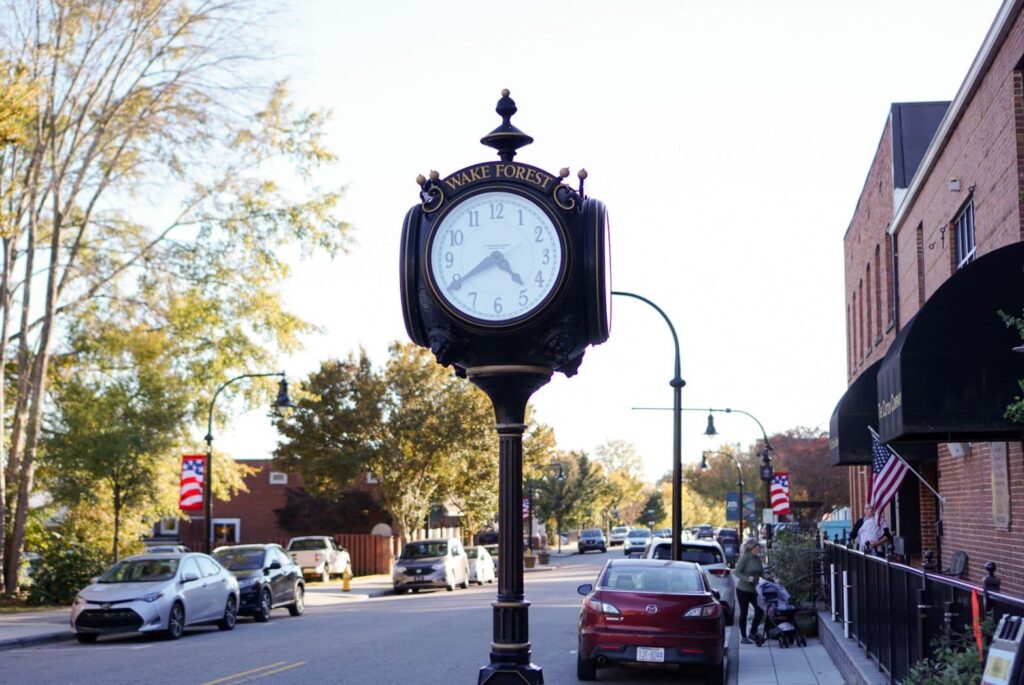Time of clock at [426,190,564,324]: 4:39
